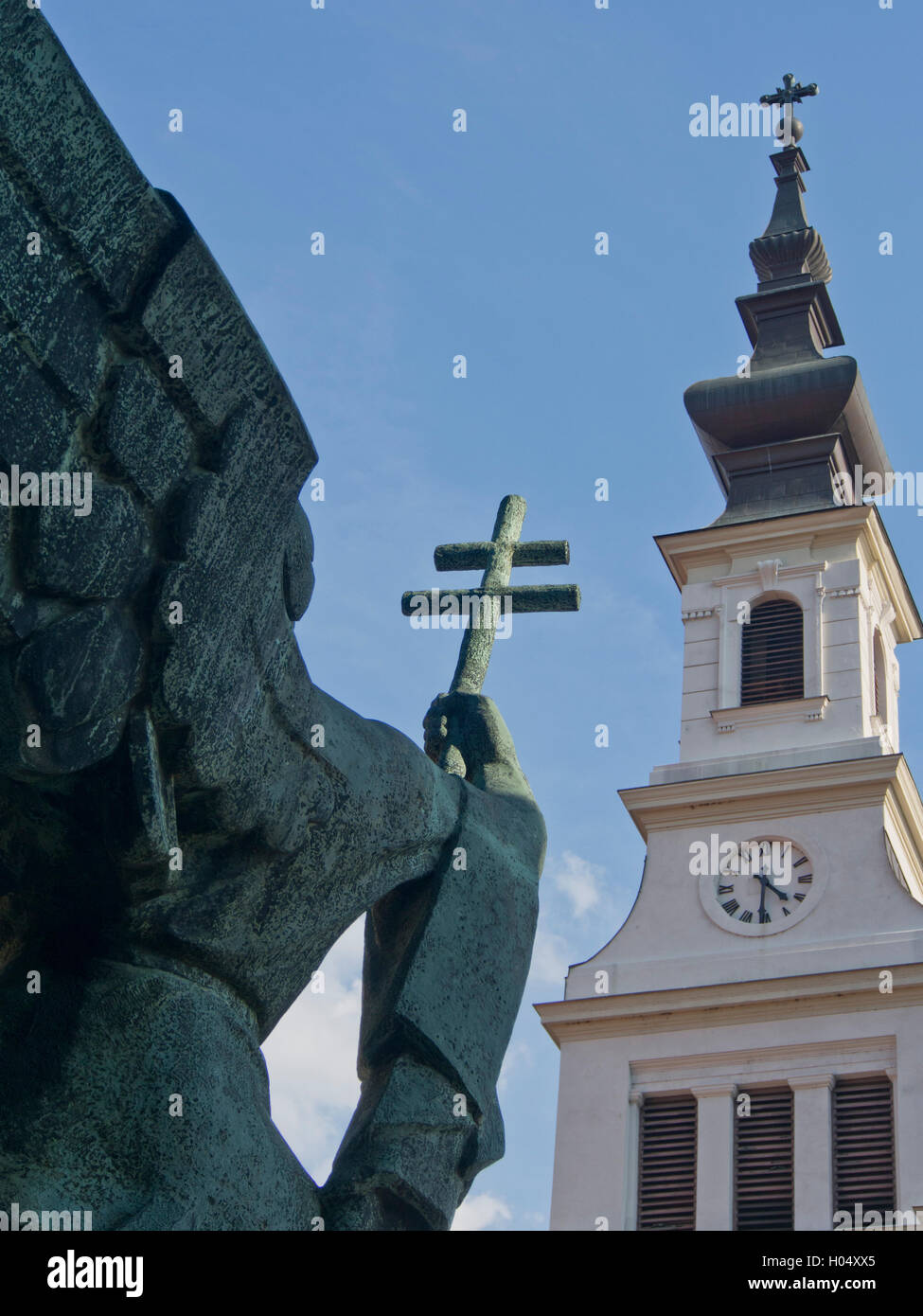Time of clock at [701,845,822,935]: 4:31
